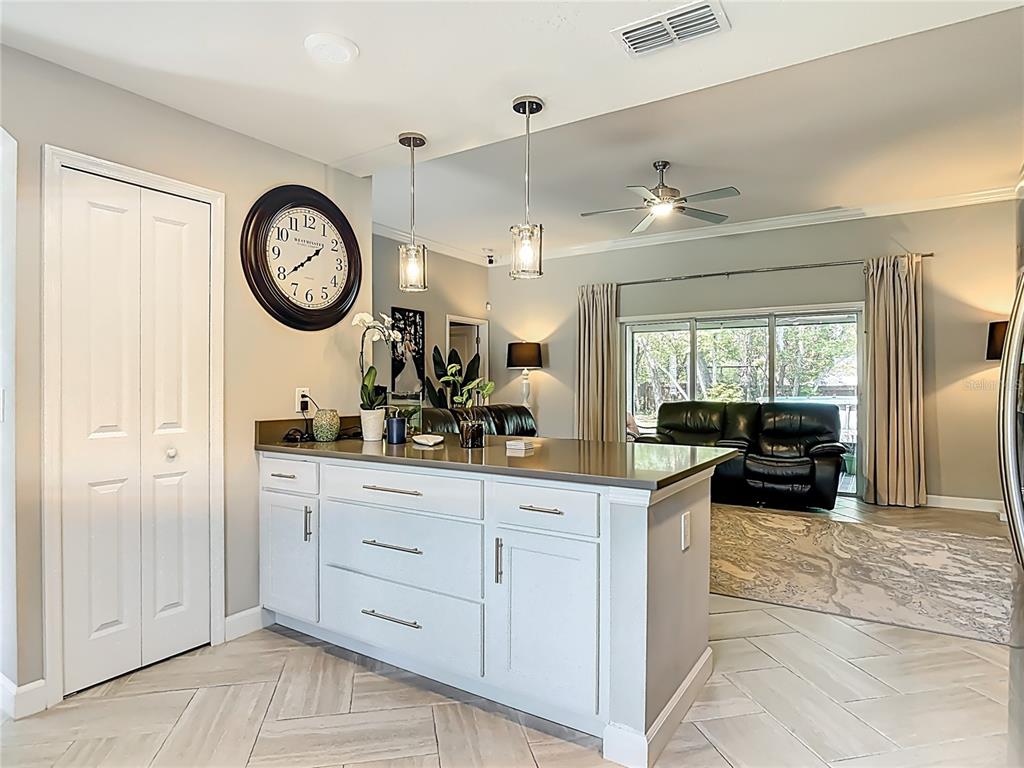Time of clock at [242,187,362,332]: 1:38
